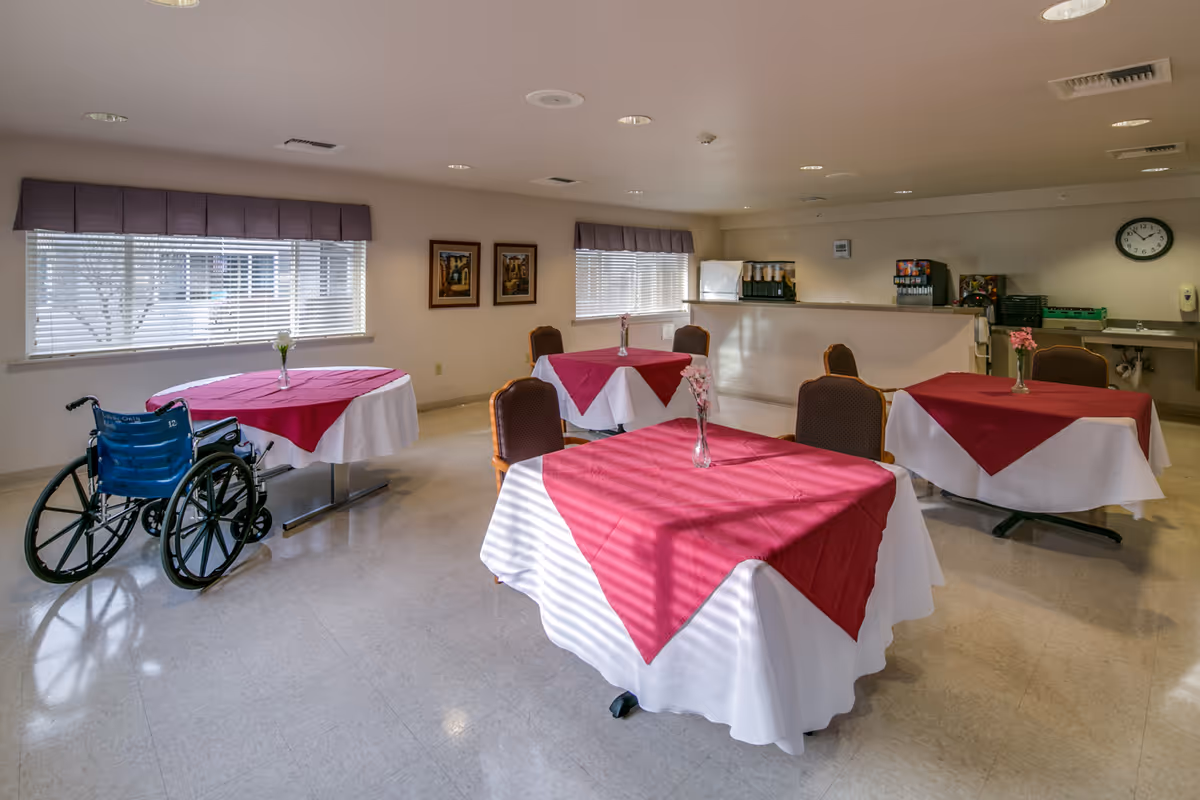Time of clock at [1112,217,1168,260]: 1:53
